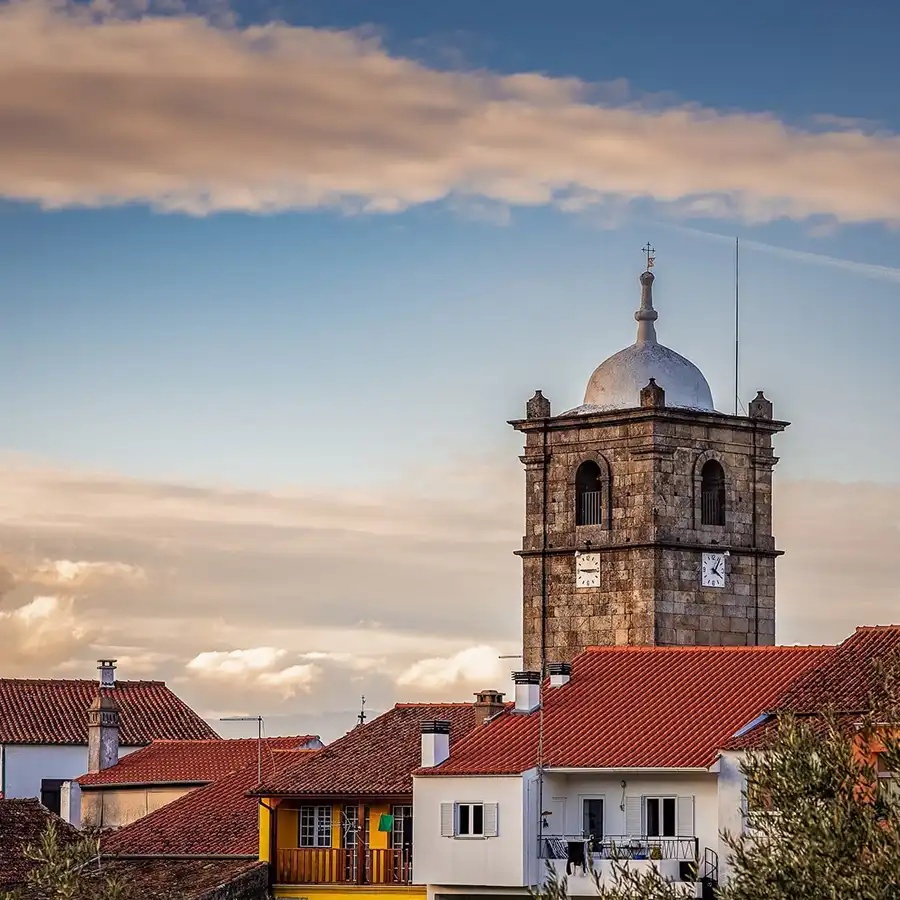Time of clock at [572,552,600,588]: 9:14
